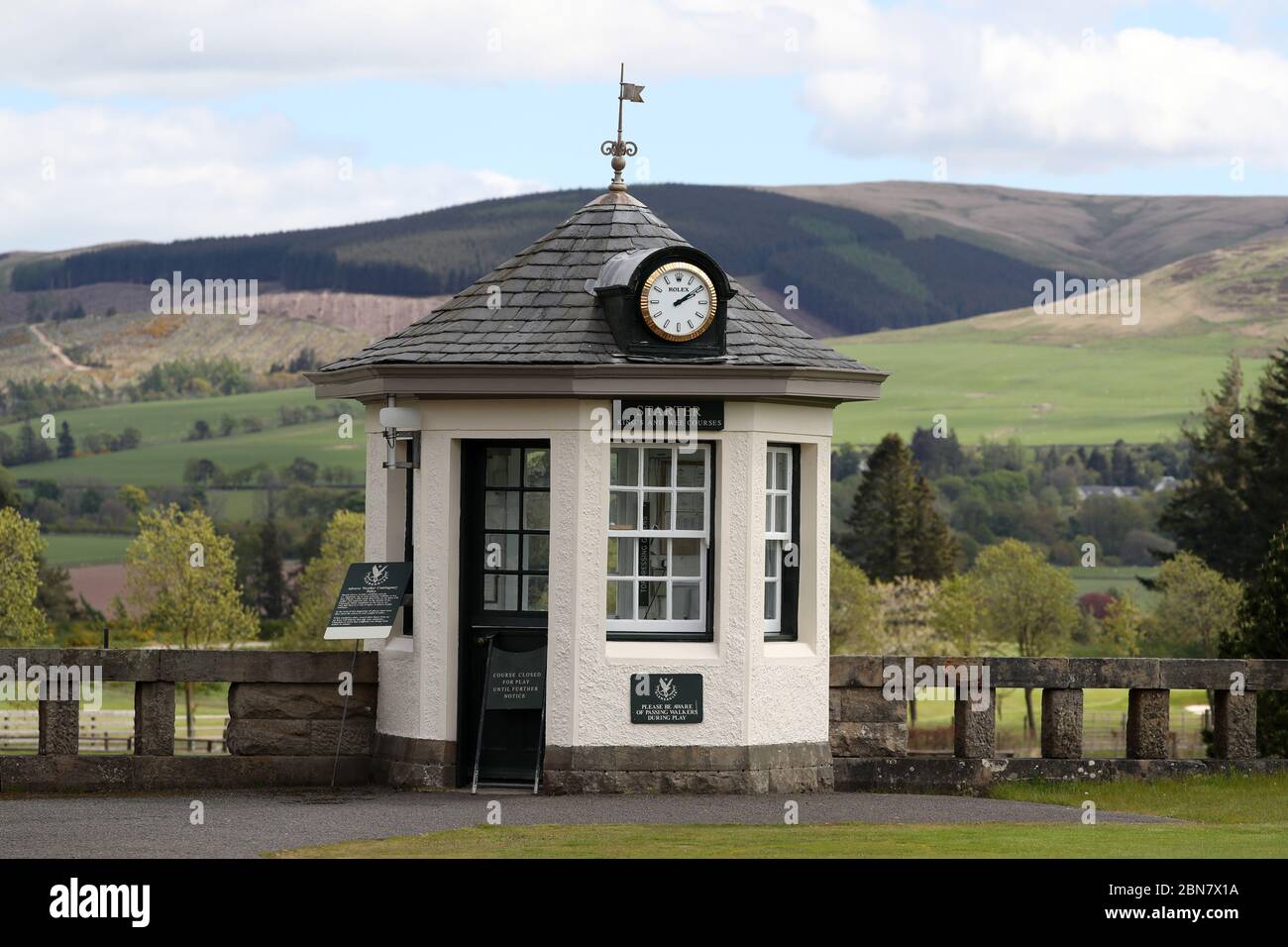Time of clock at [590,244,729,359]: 2:09
